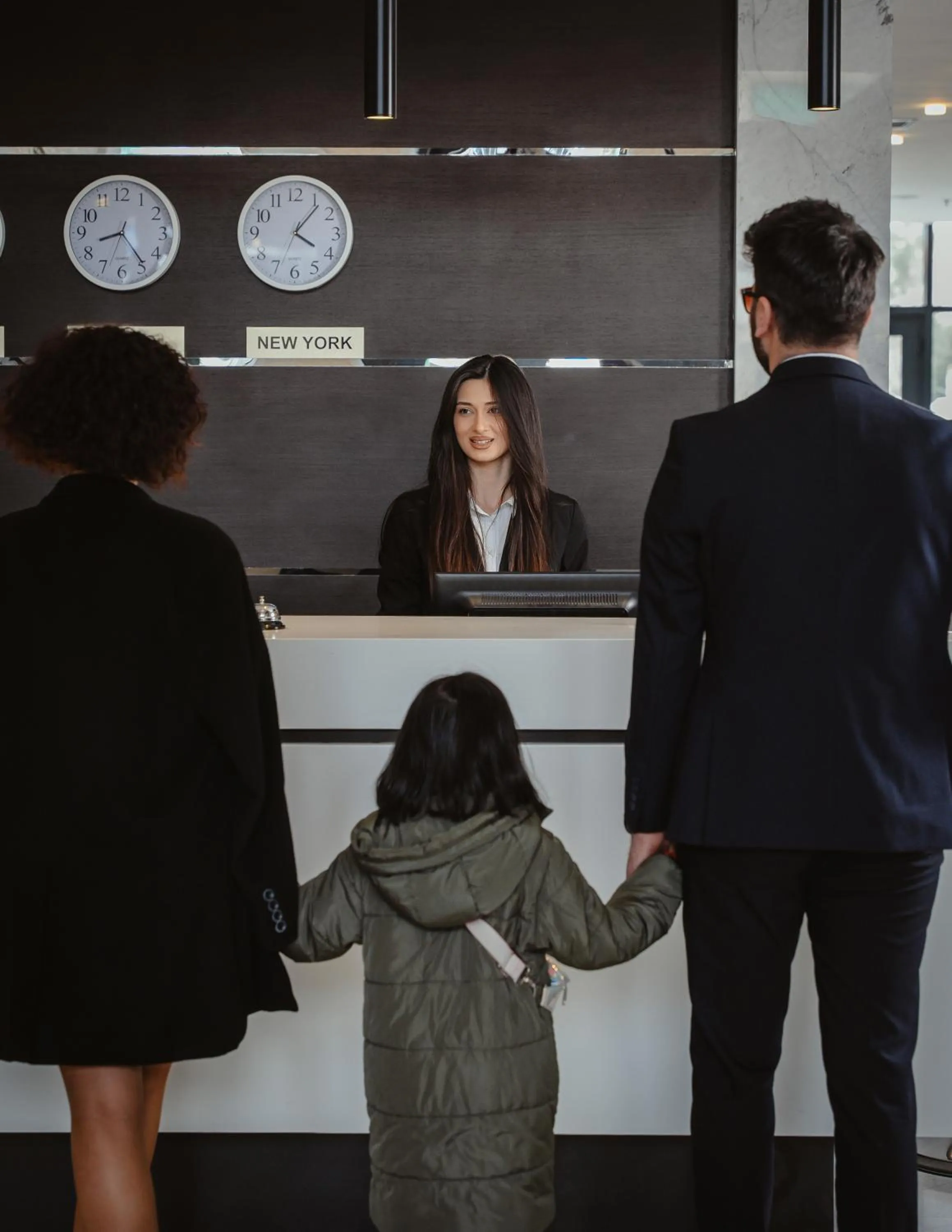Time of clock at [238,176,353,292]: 4:06
